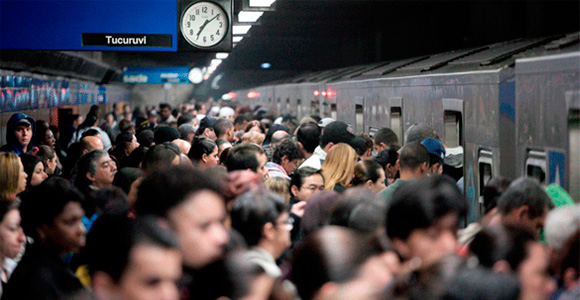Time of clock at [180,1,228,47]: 7:09
